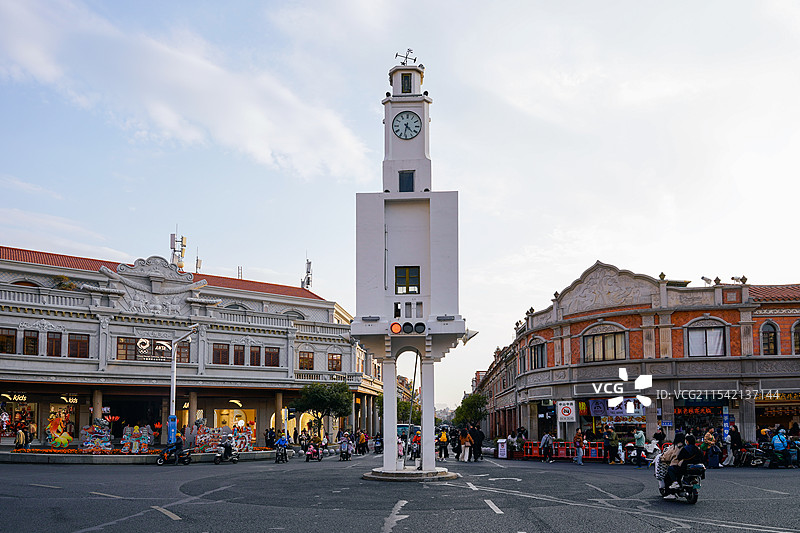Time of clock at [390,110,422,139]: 4:31
